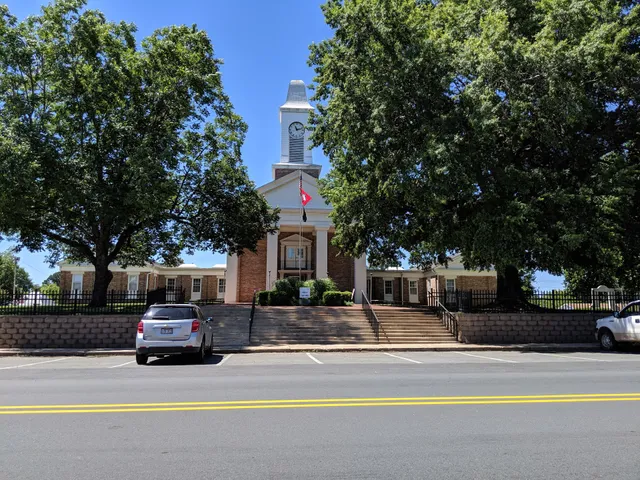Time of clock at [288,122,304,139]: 11:12
